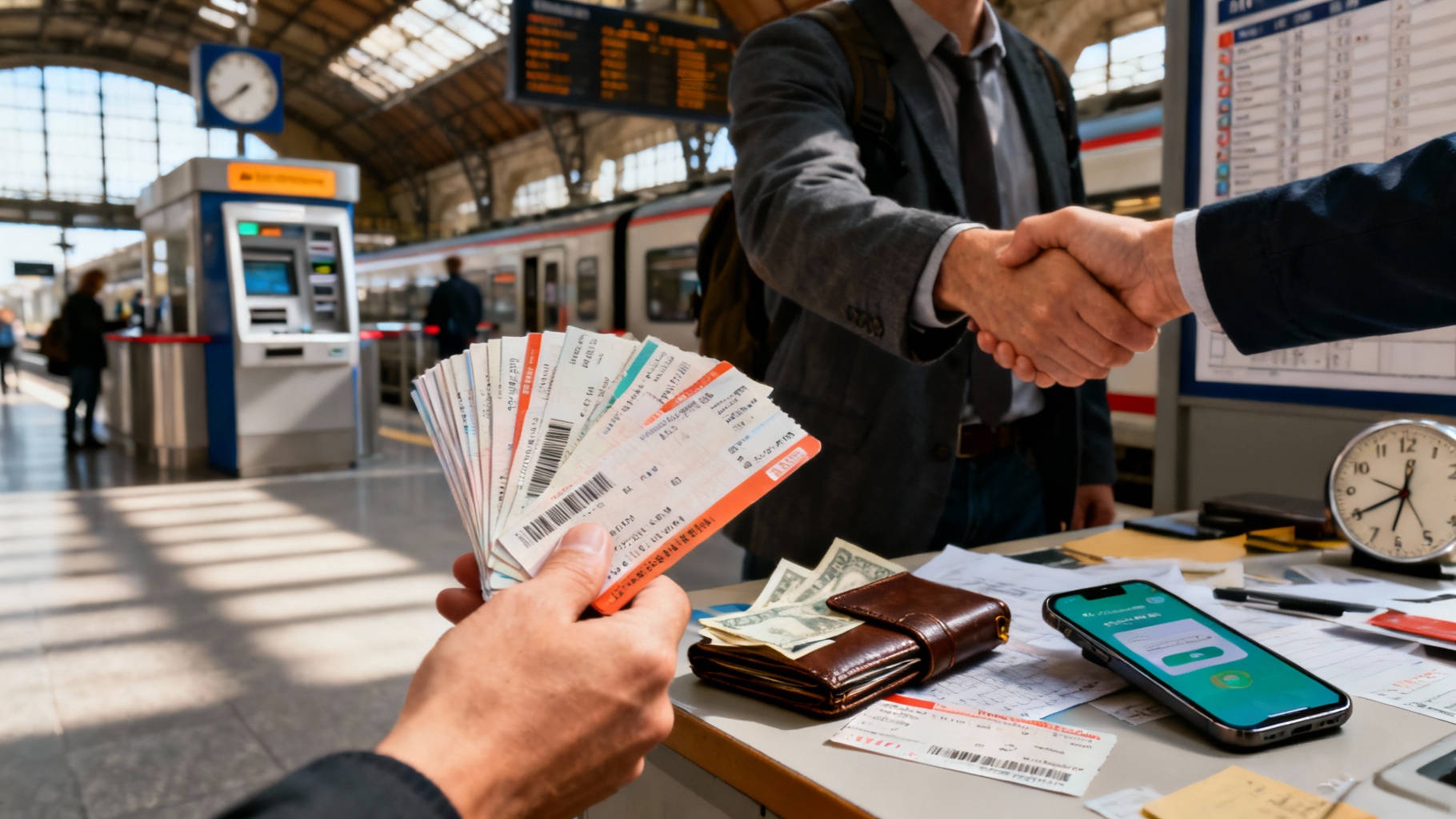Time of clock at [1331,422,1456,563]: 12:40
